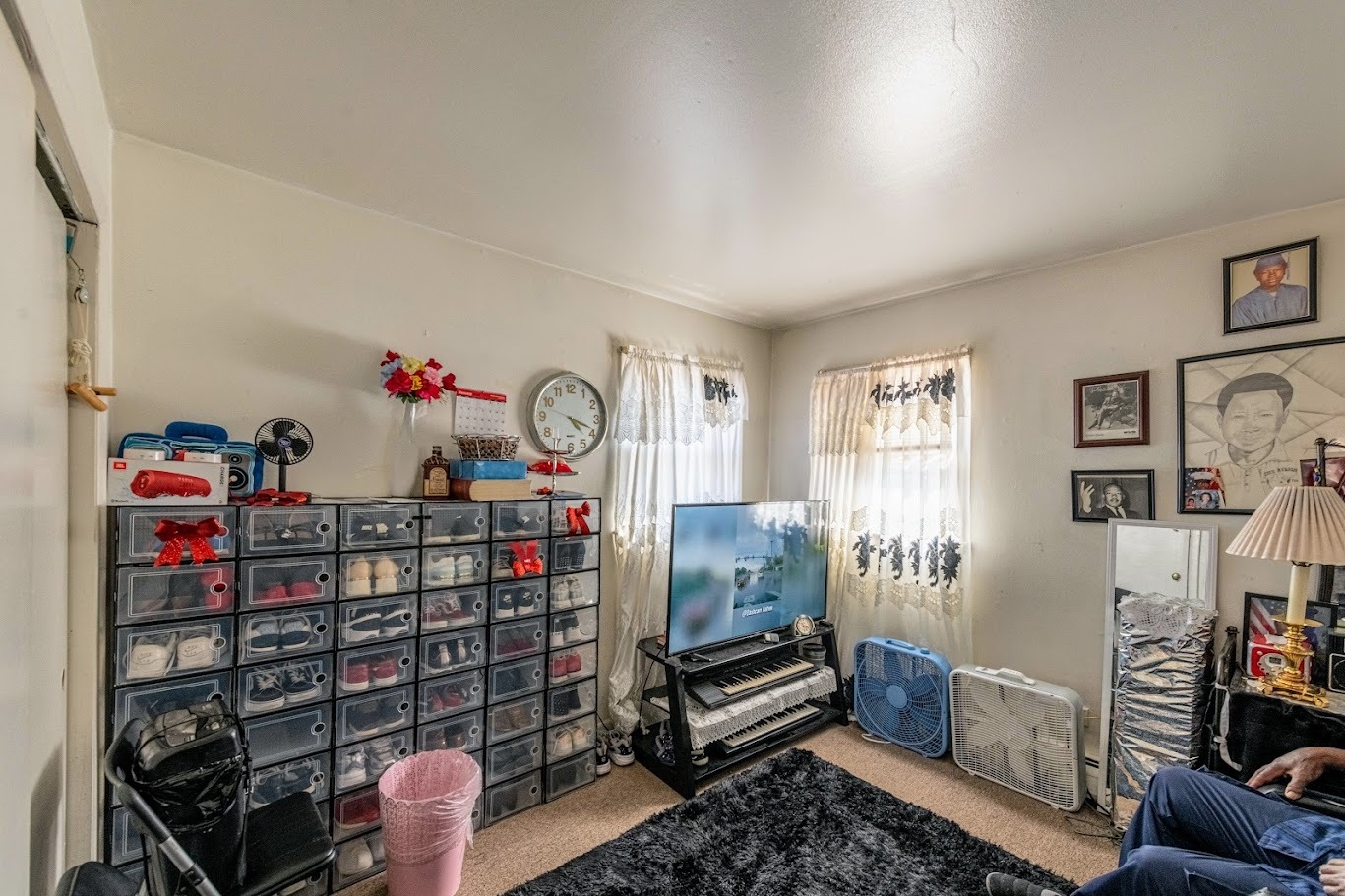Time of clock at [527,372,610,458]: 4:18
